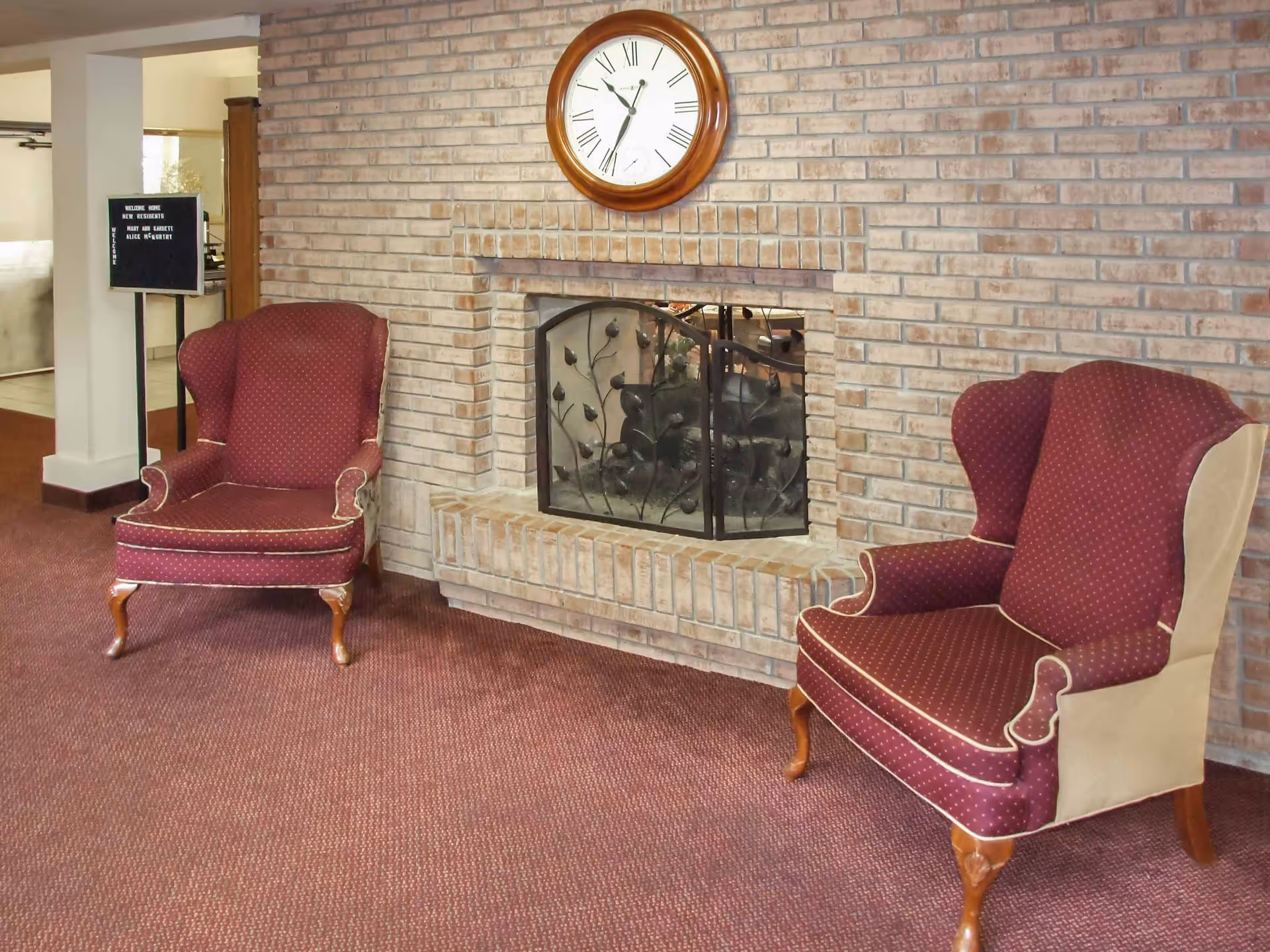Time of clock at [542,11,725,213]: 10:34
